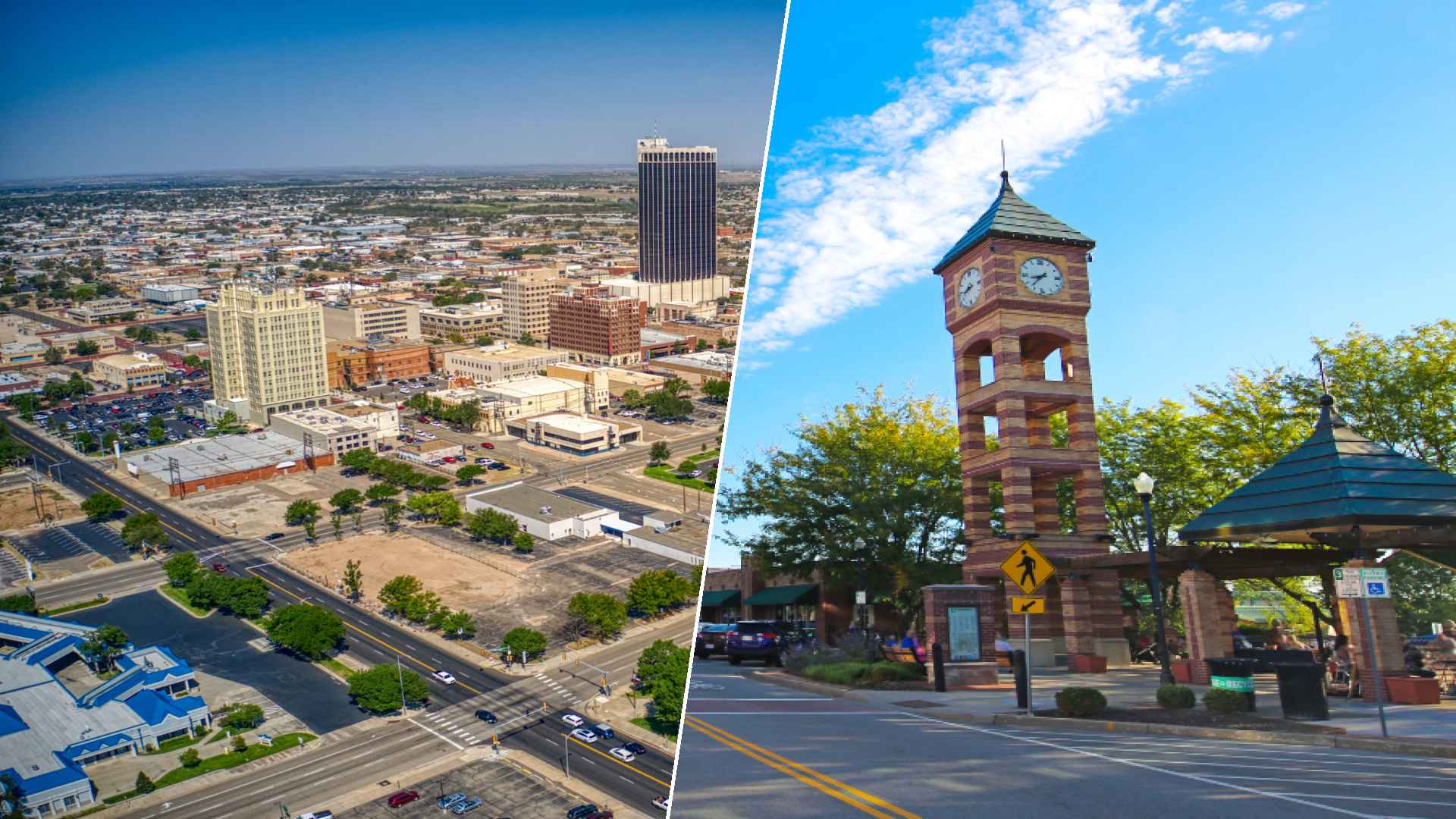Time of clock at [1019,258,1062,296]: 8:37
